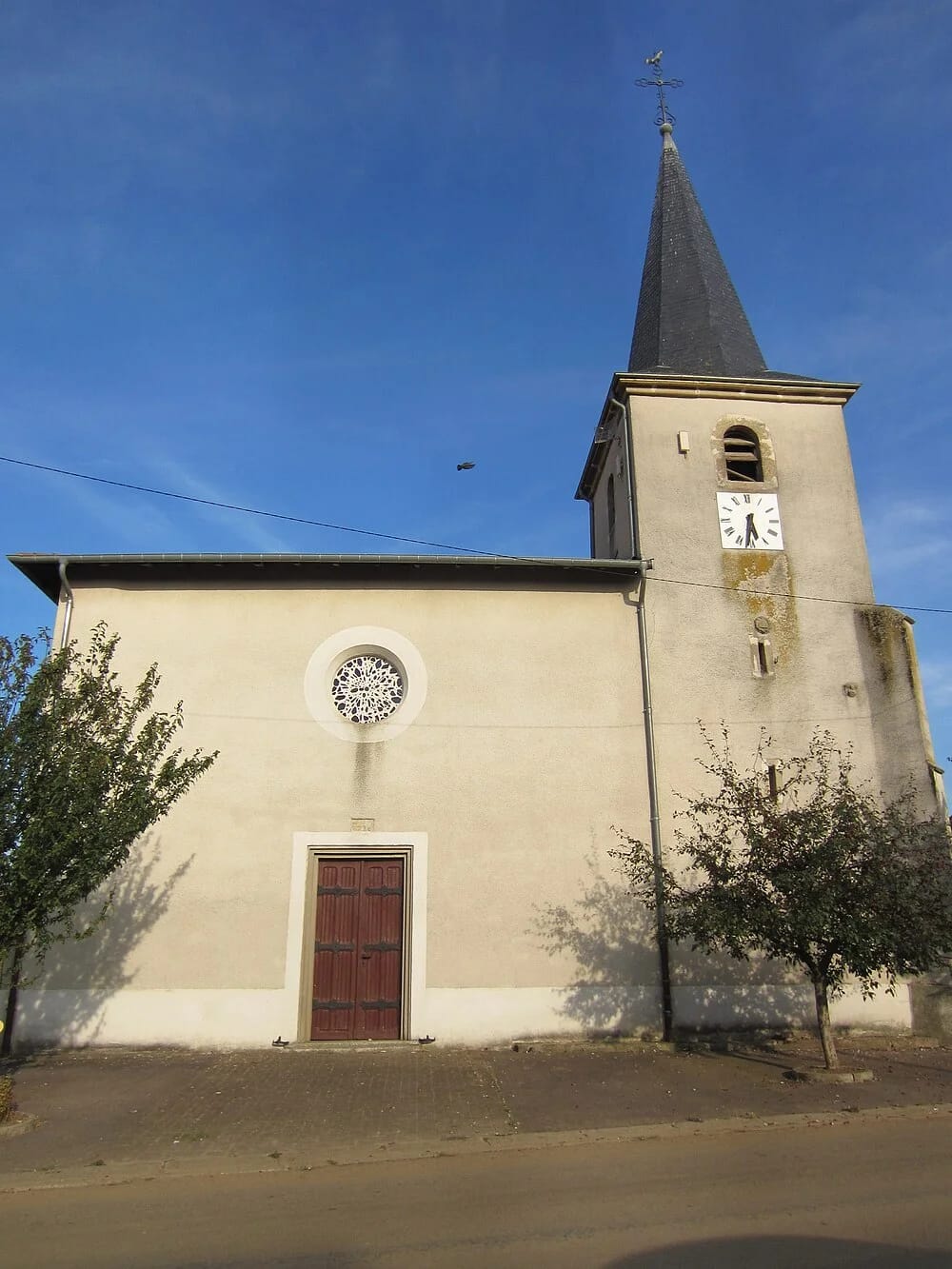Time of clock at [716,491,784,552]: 5:31
